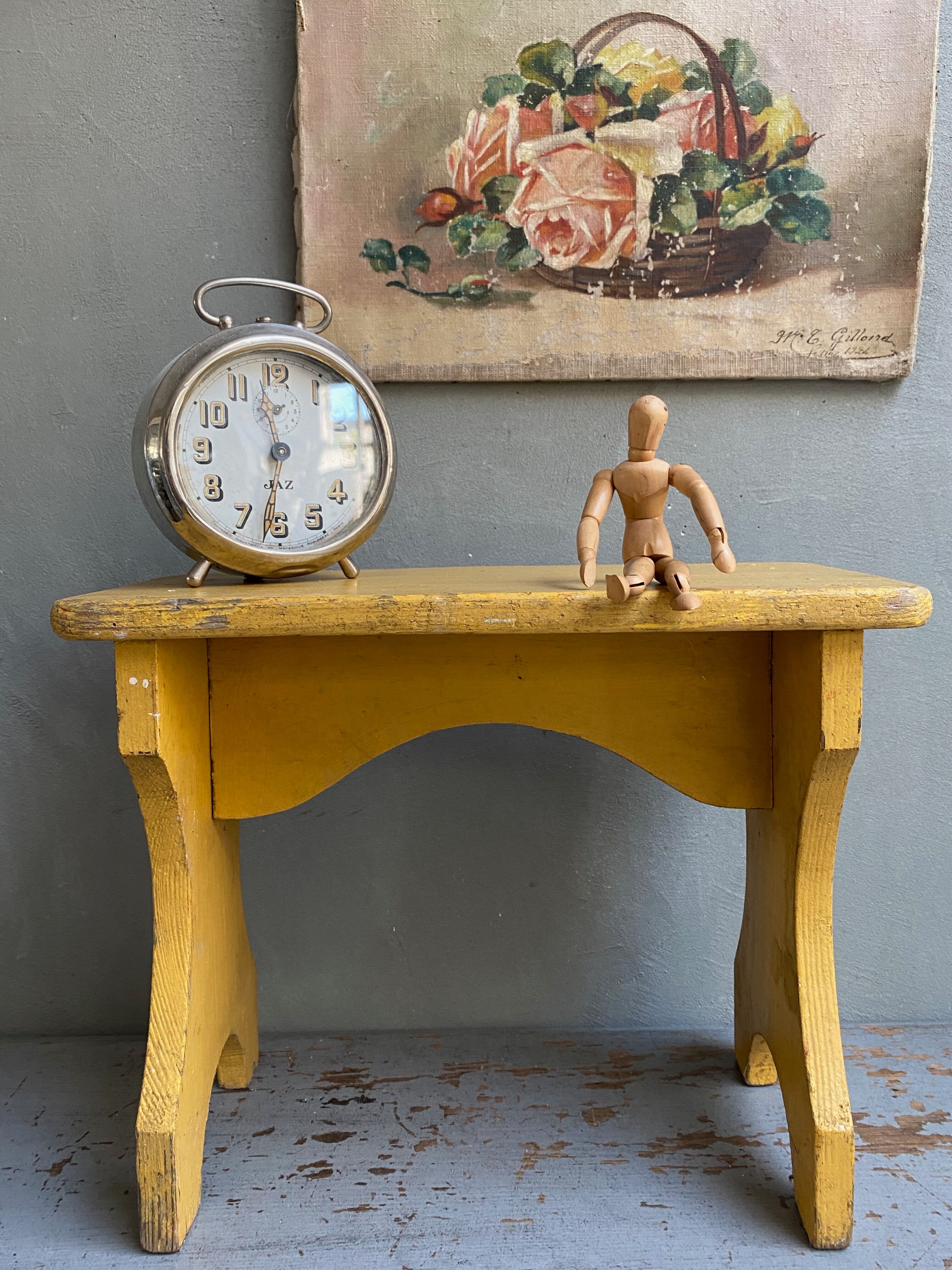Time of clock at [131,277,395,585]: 11:31
